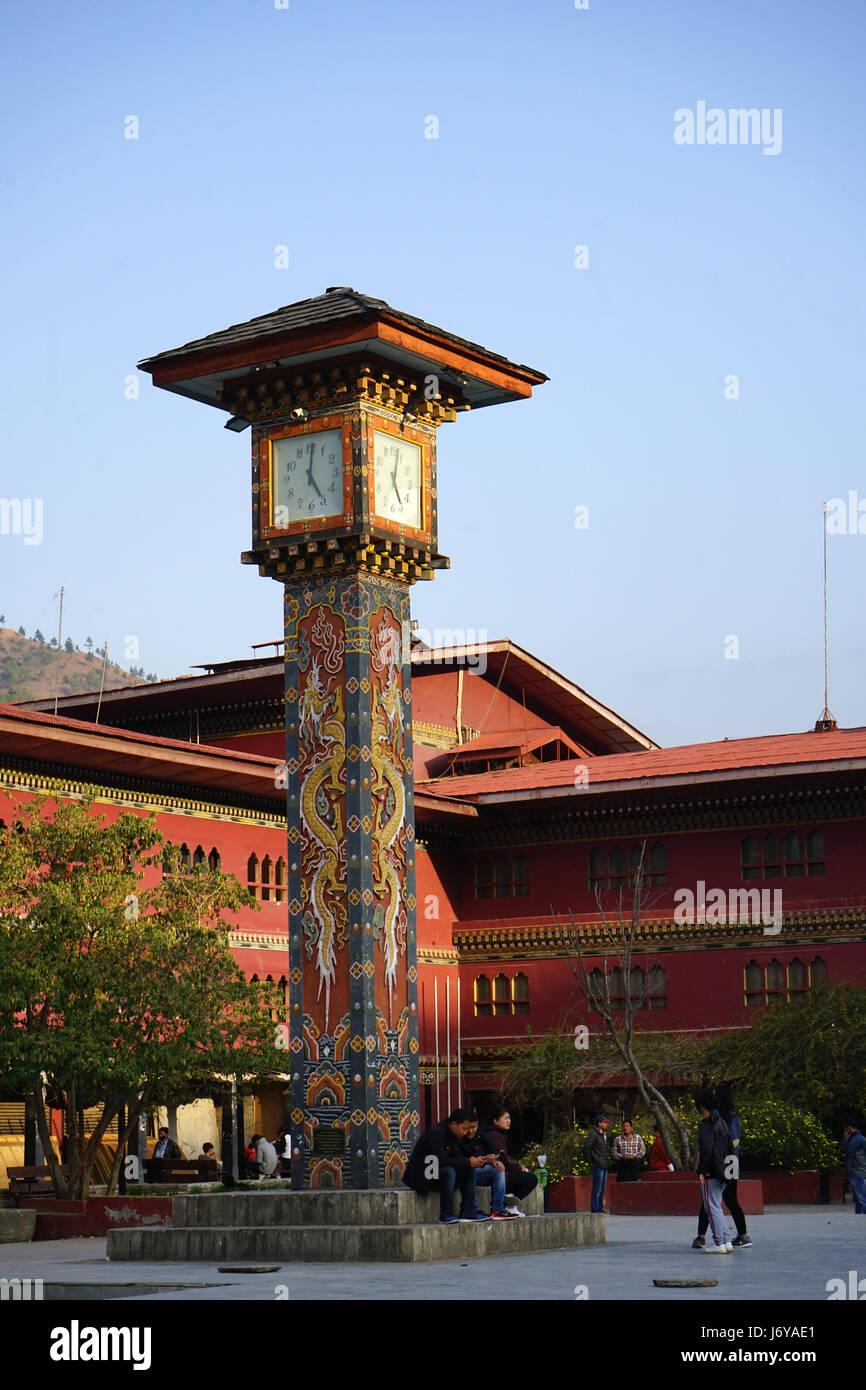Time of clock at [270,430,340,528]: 5:01
